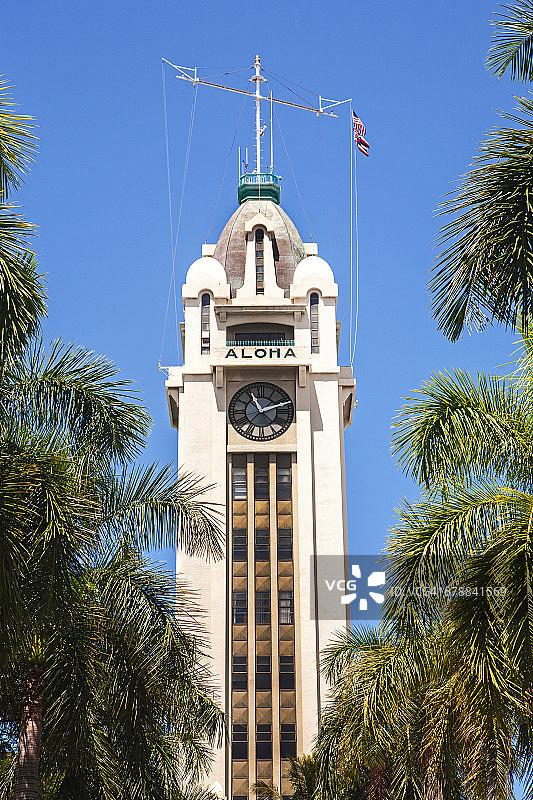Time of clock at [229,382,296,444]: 11:11
